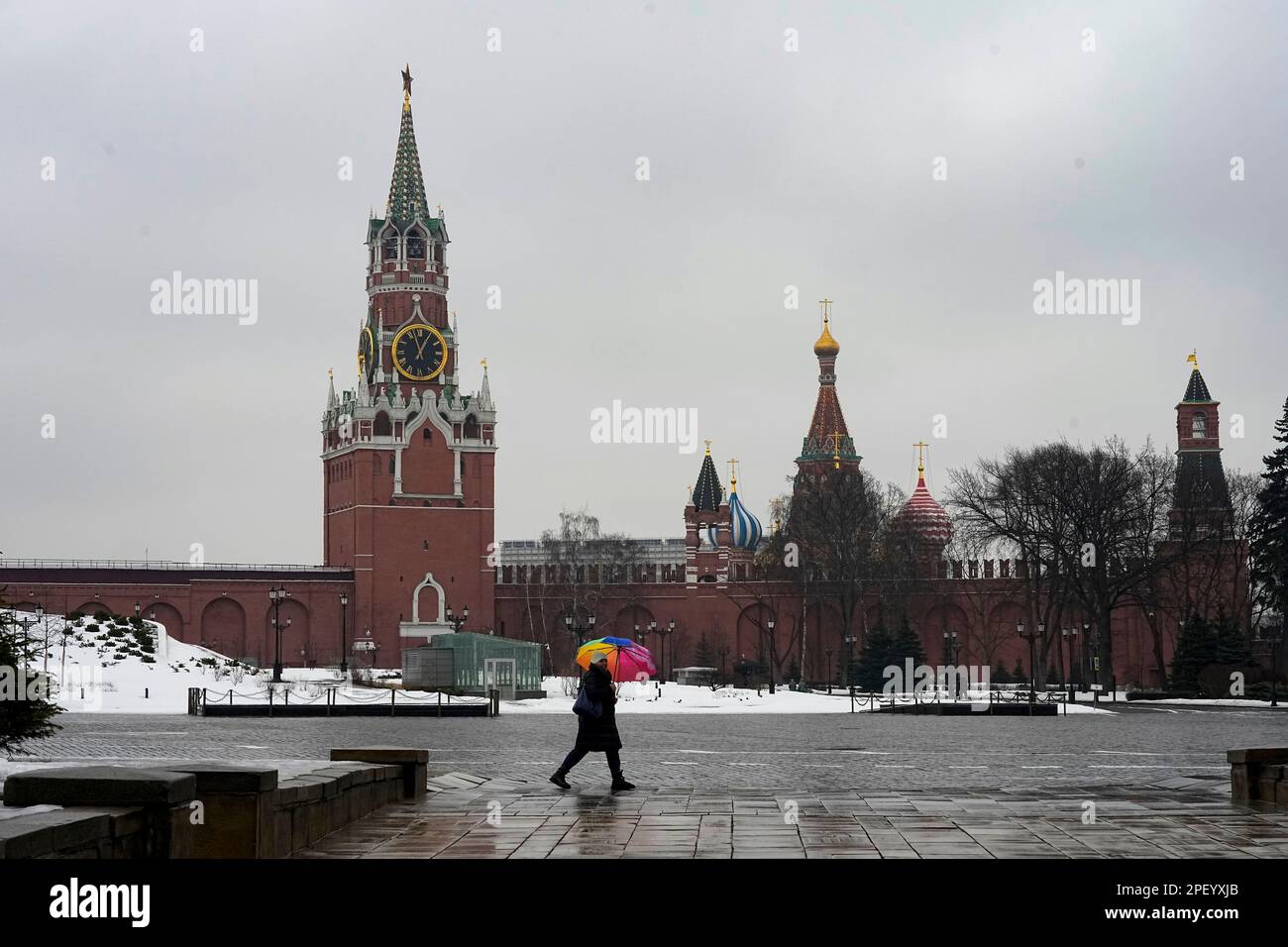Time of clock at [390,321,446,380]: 12:57
